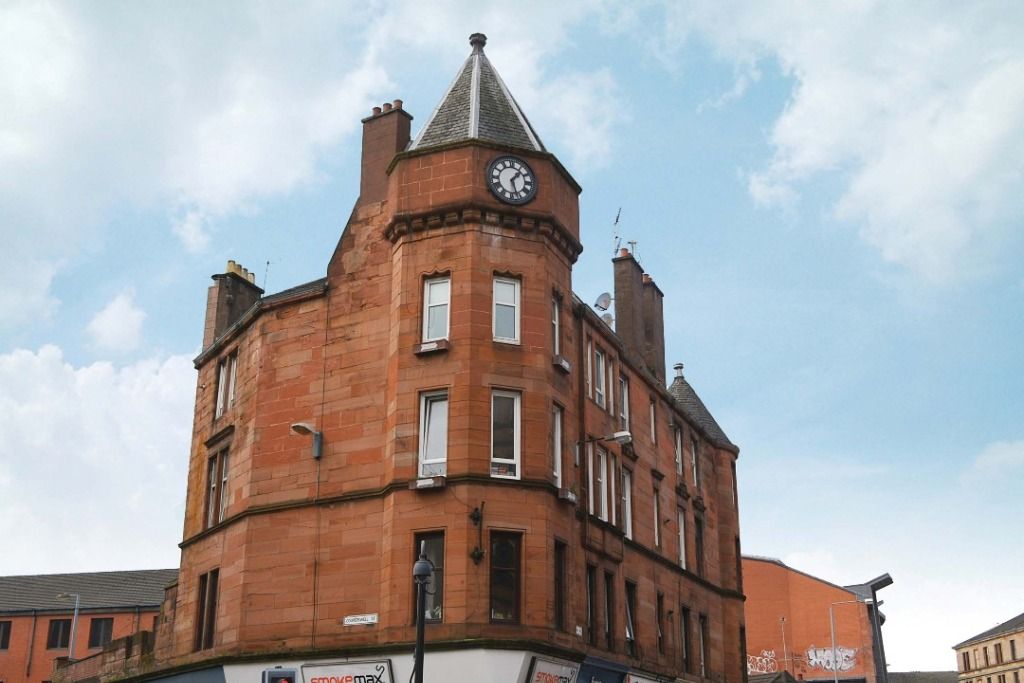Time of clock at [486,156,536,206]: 1:27
